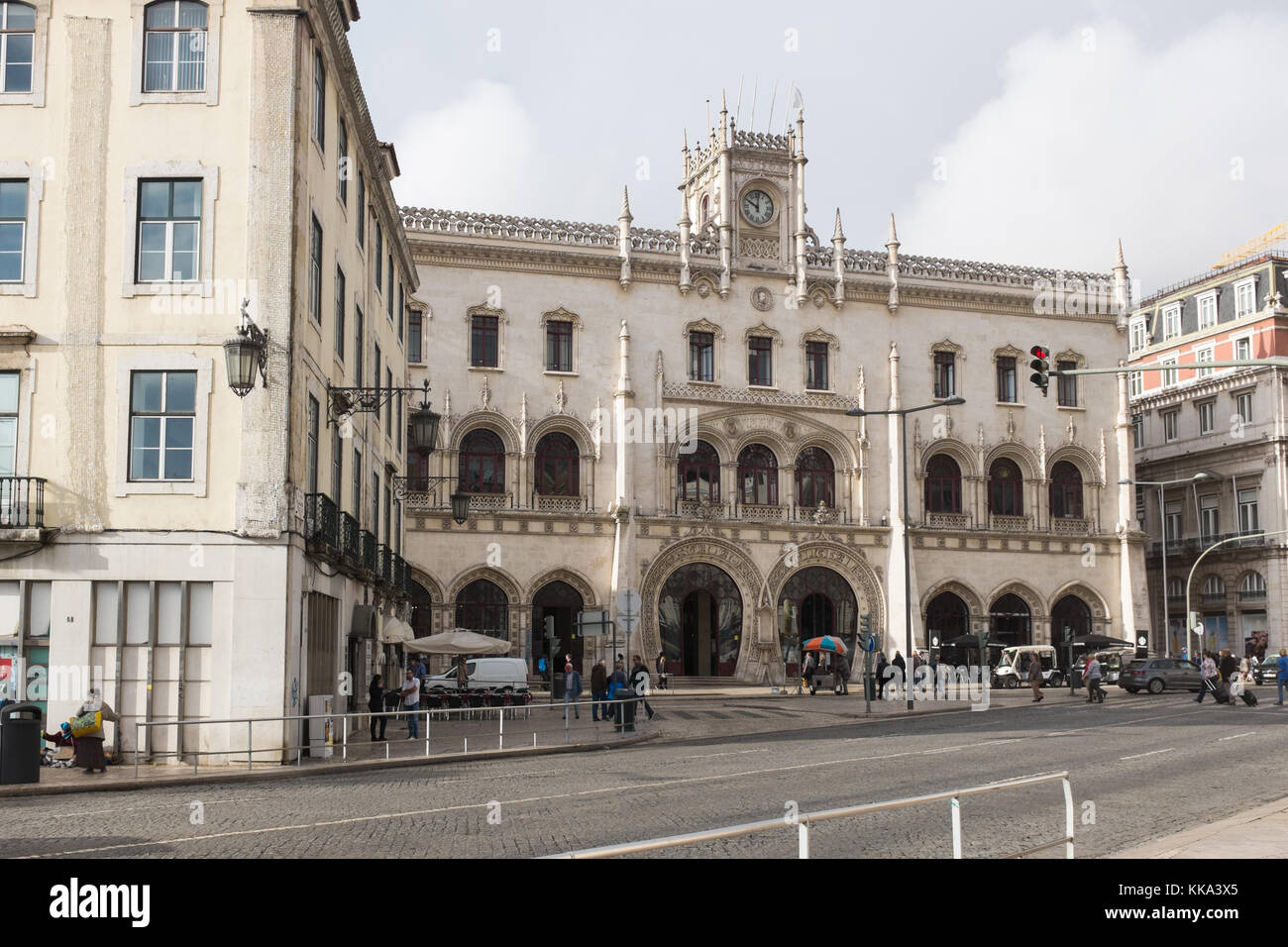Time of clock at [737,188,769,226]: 10:00
